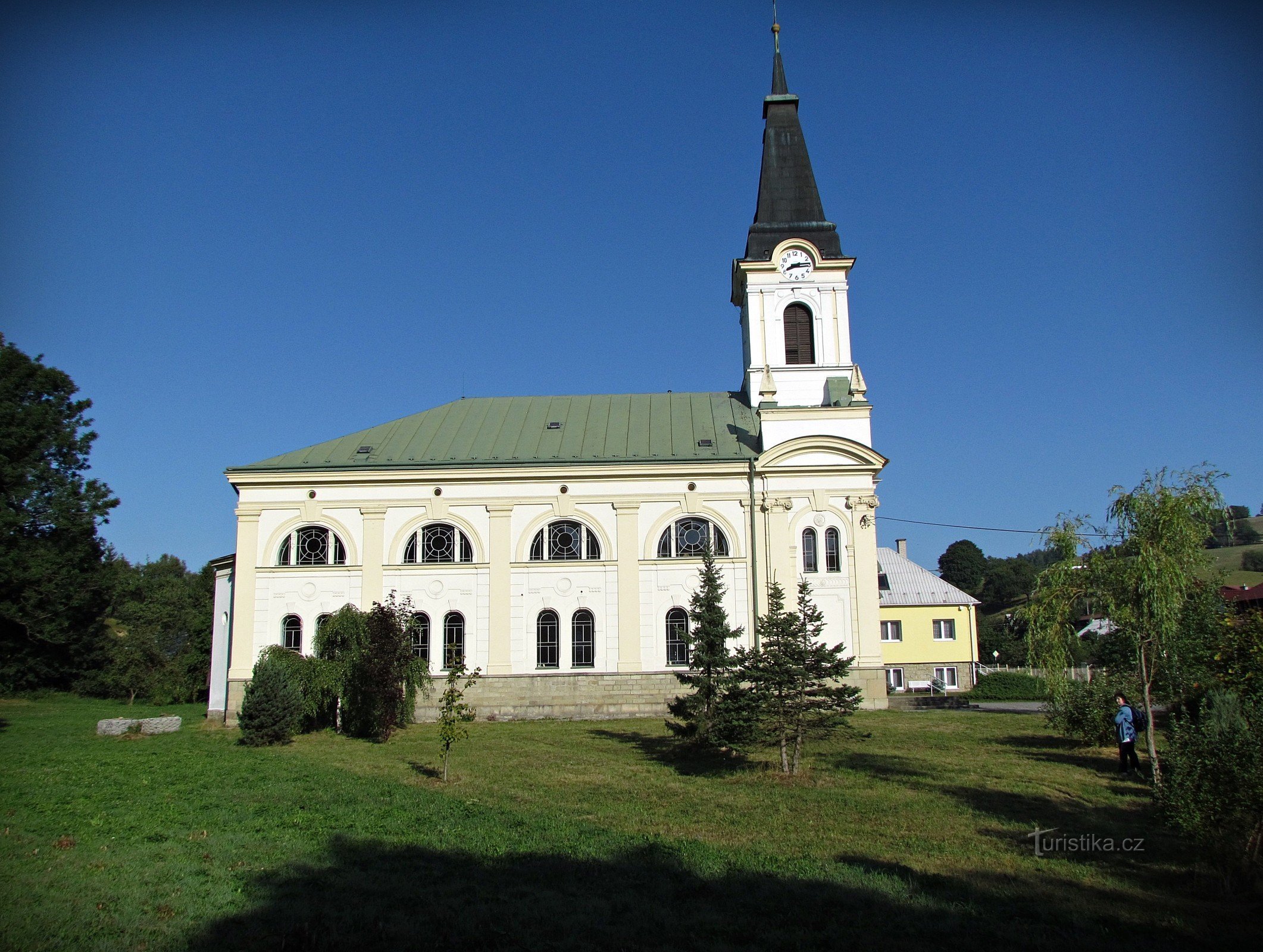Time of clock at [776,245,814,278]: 8:14
